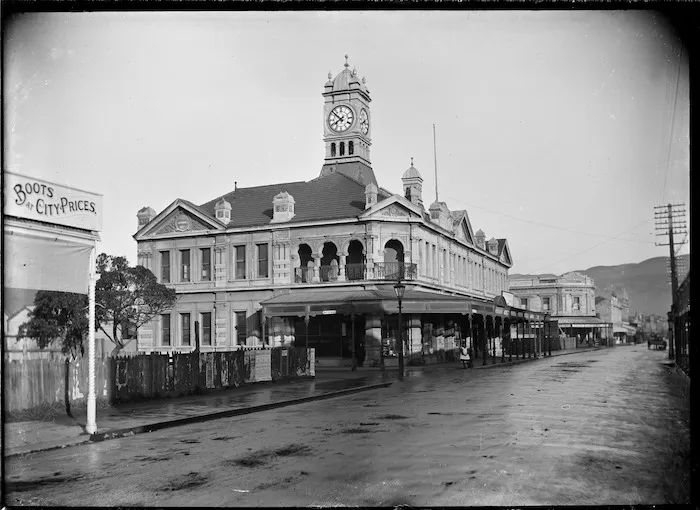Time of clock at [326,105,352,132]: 7:51
